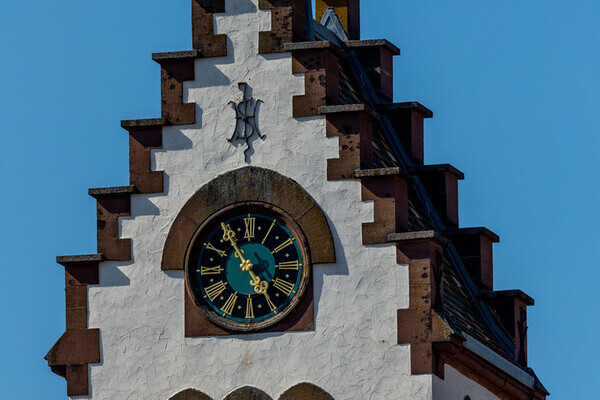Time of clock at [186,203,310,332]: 4:54
